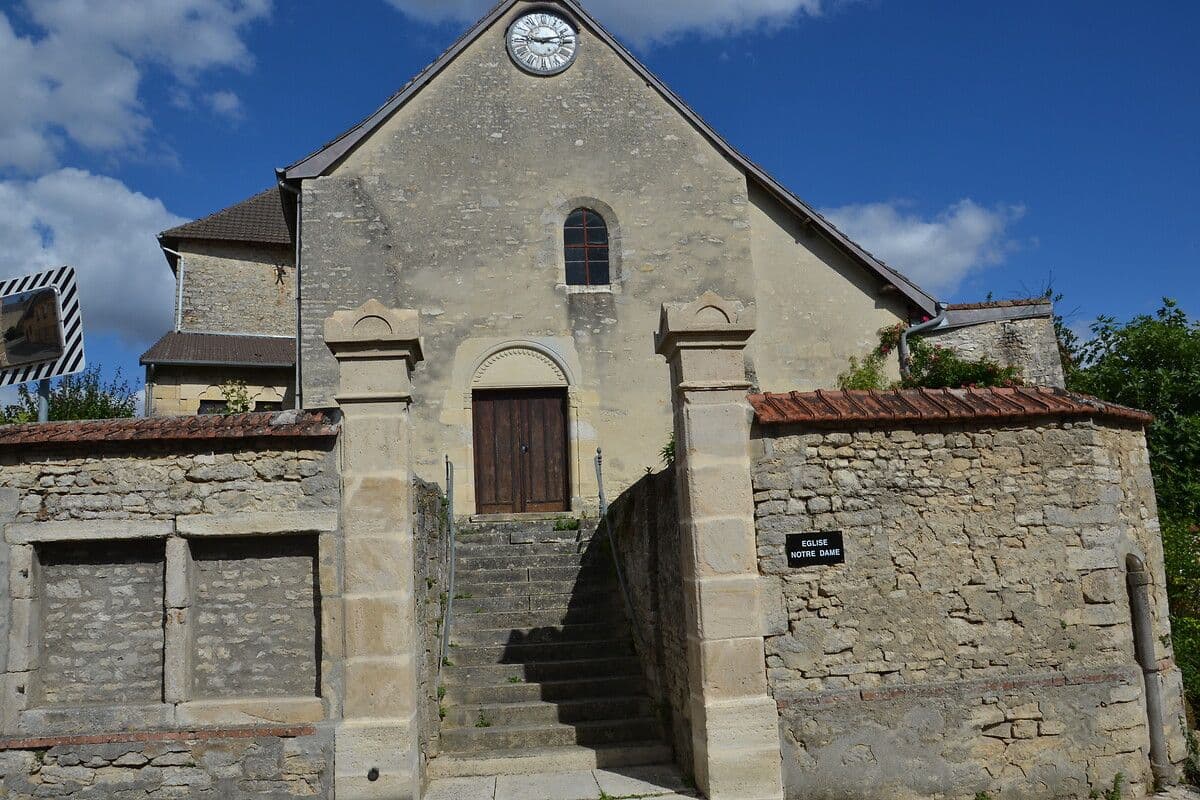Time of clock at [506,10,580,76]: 9:12
